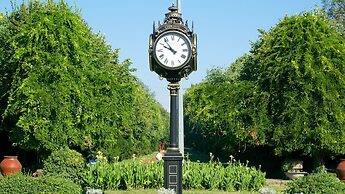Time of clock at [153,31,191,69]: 9:53
